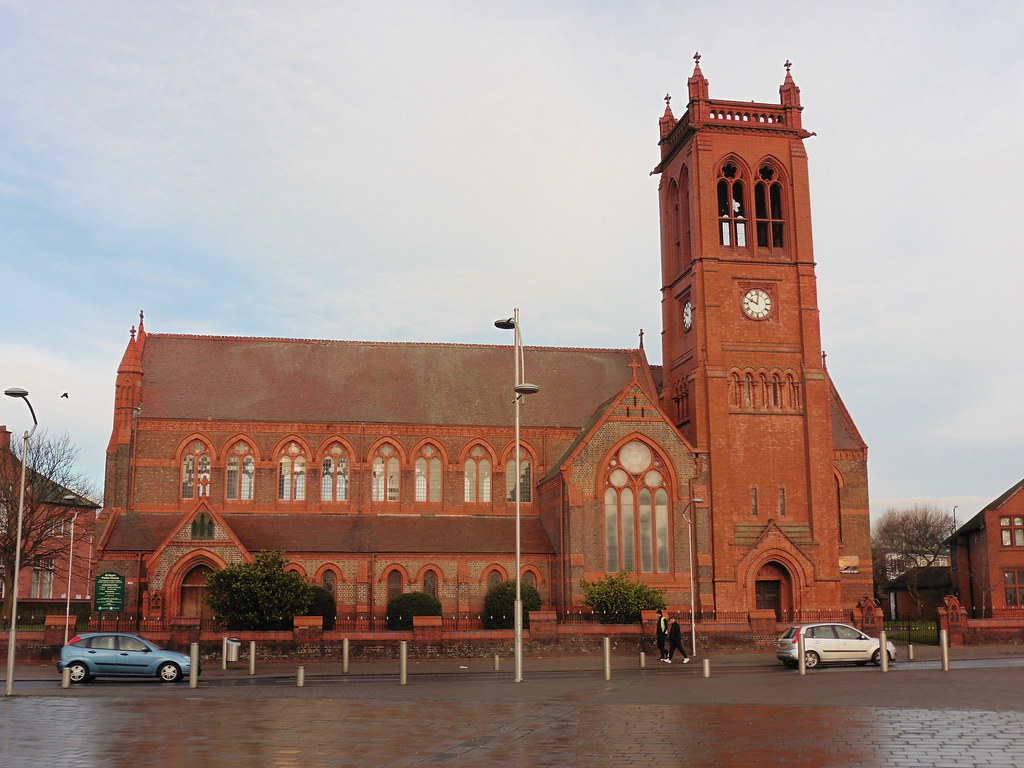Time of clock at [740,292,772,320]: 10:01
